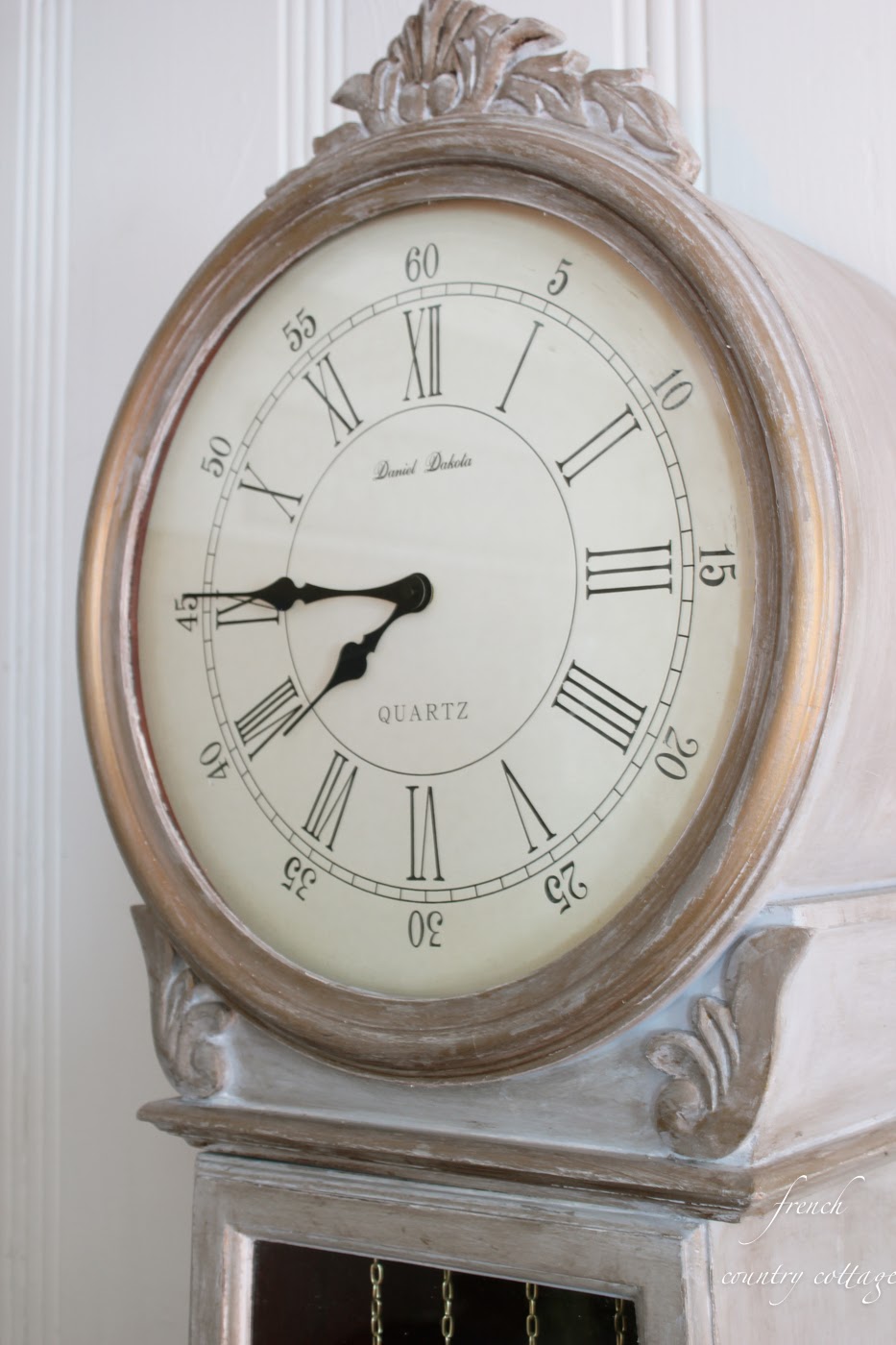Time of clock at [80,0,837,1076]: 7:45
